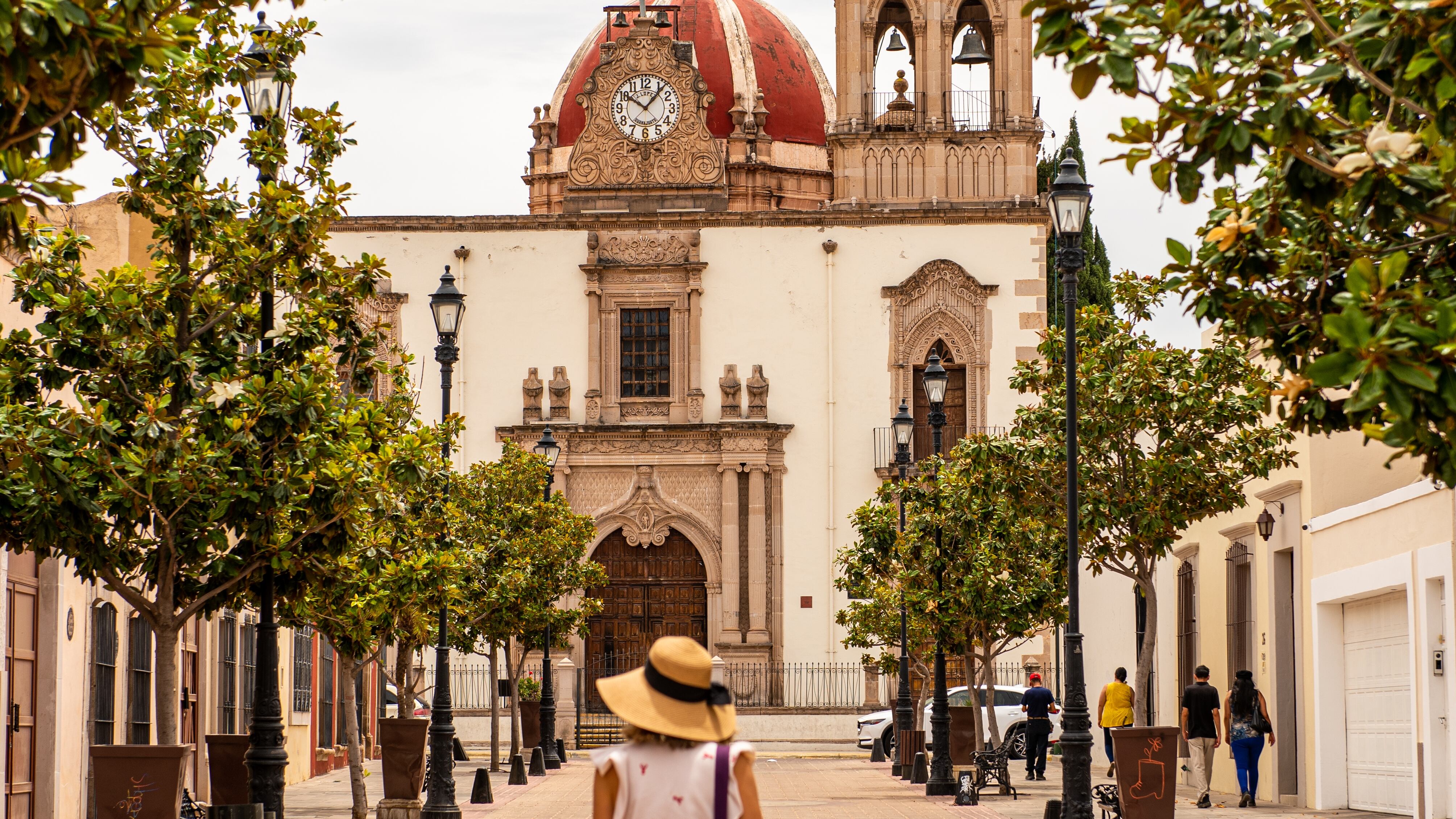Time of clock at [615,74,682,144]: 10:06
